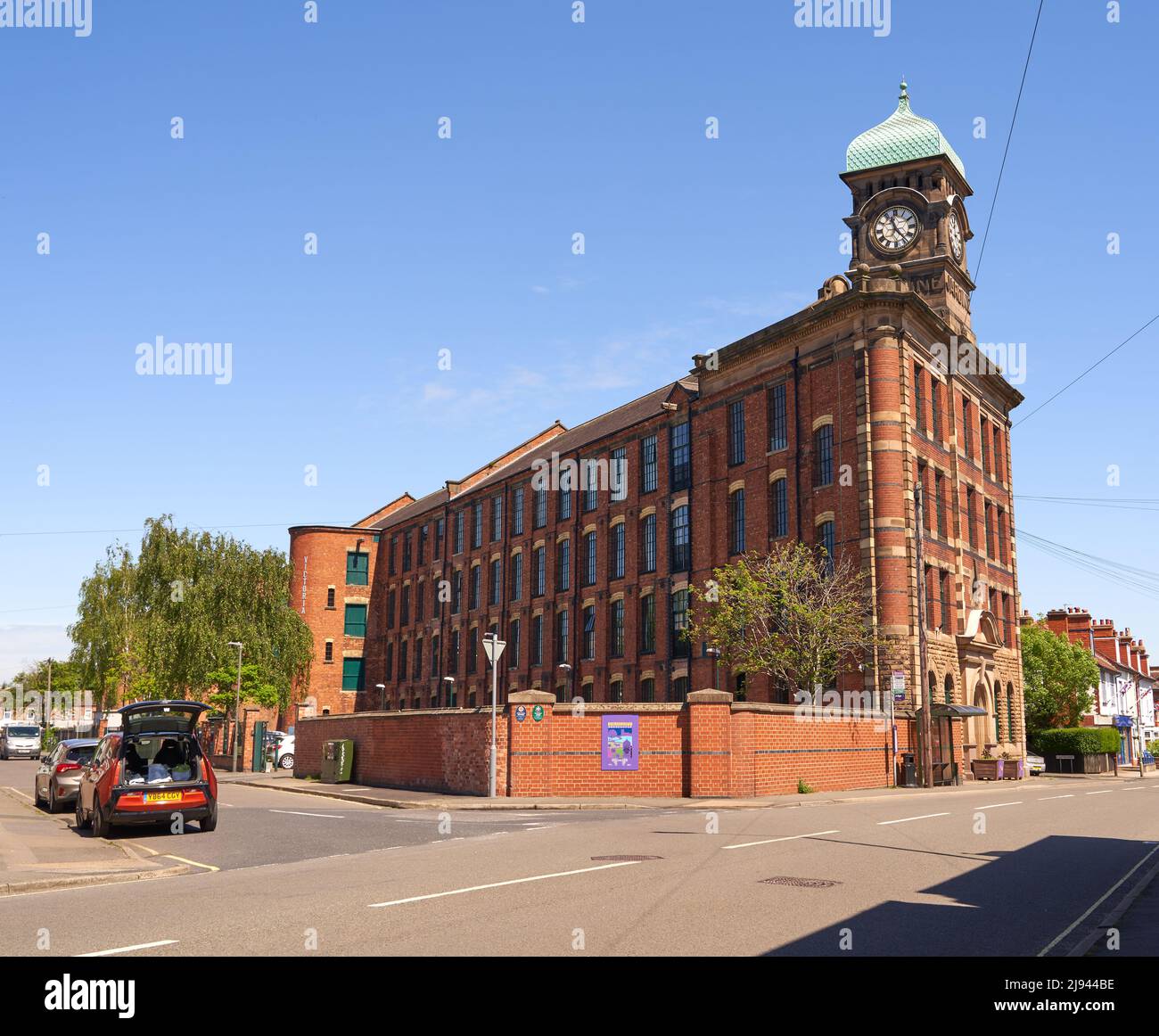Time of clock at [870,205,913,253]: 11:23
